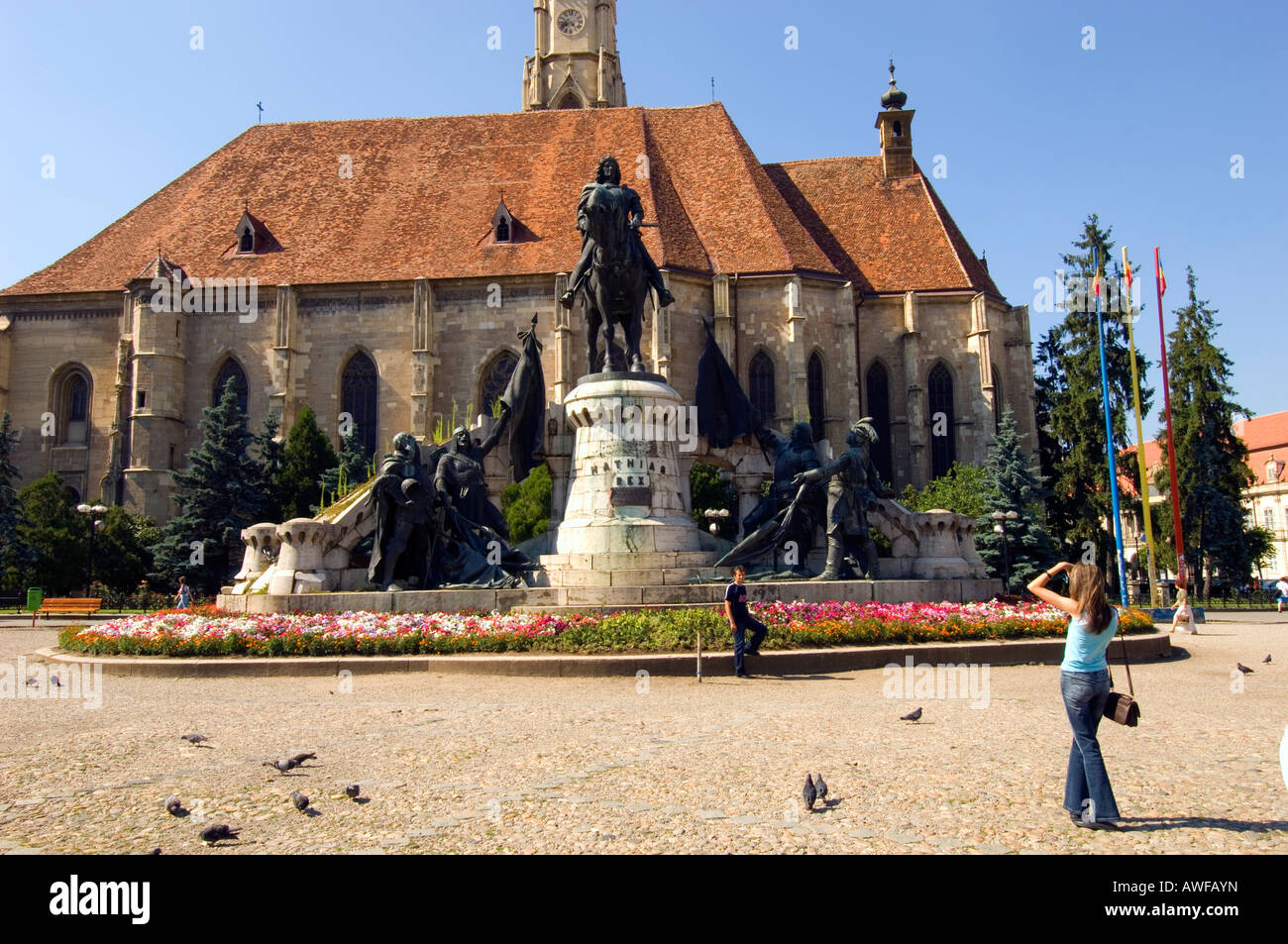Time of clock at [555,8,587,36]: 8:23
